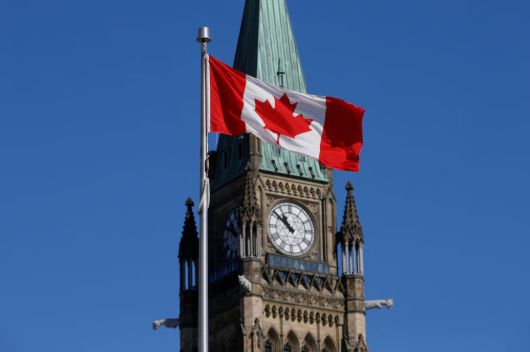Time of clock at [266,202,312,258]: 10:51
